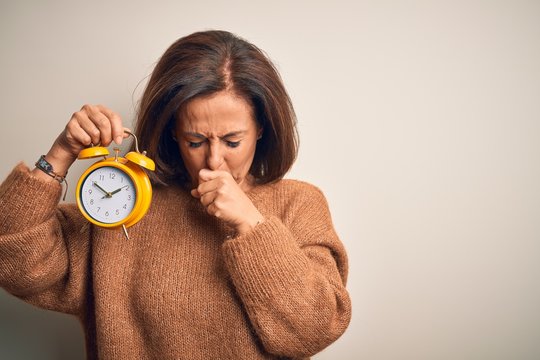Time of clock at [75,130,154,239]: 1:50
